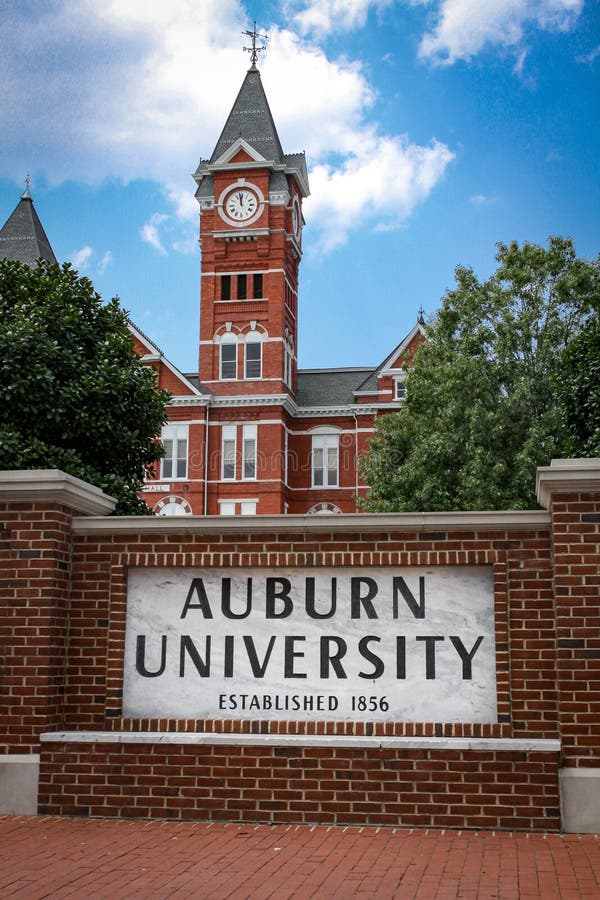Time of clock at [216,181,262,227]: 11:58
